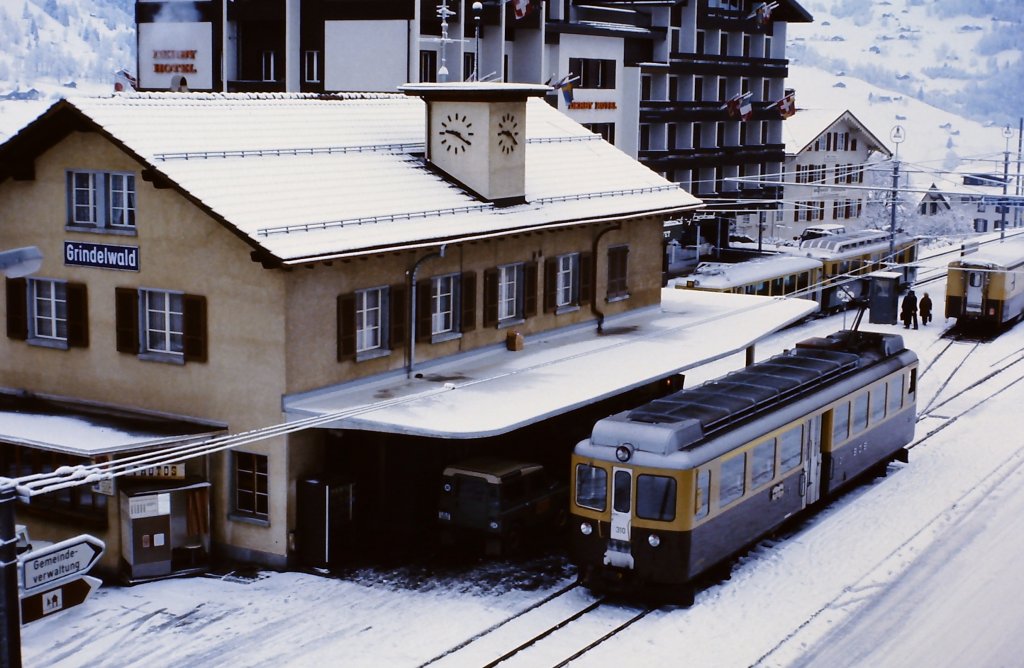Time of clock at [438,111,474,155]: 9:20
